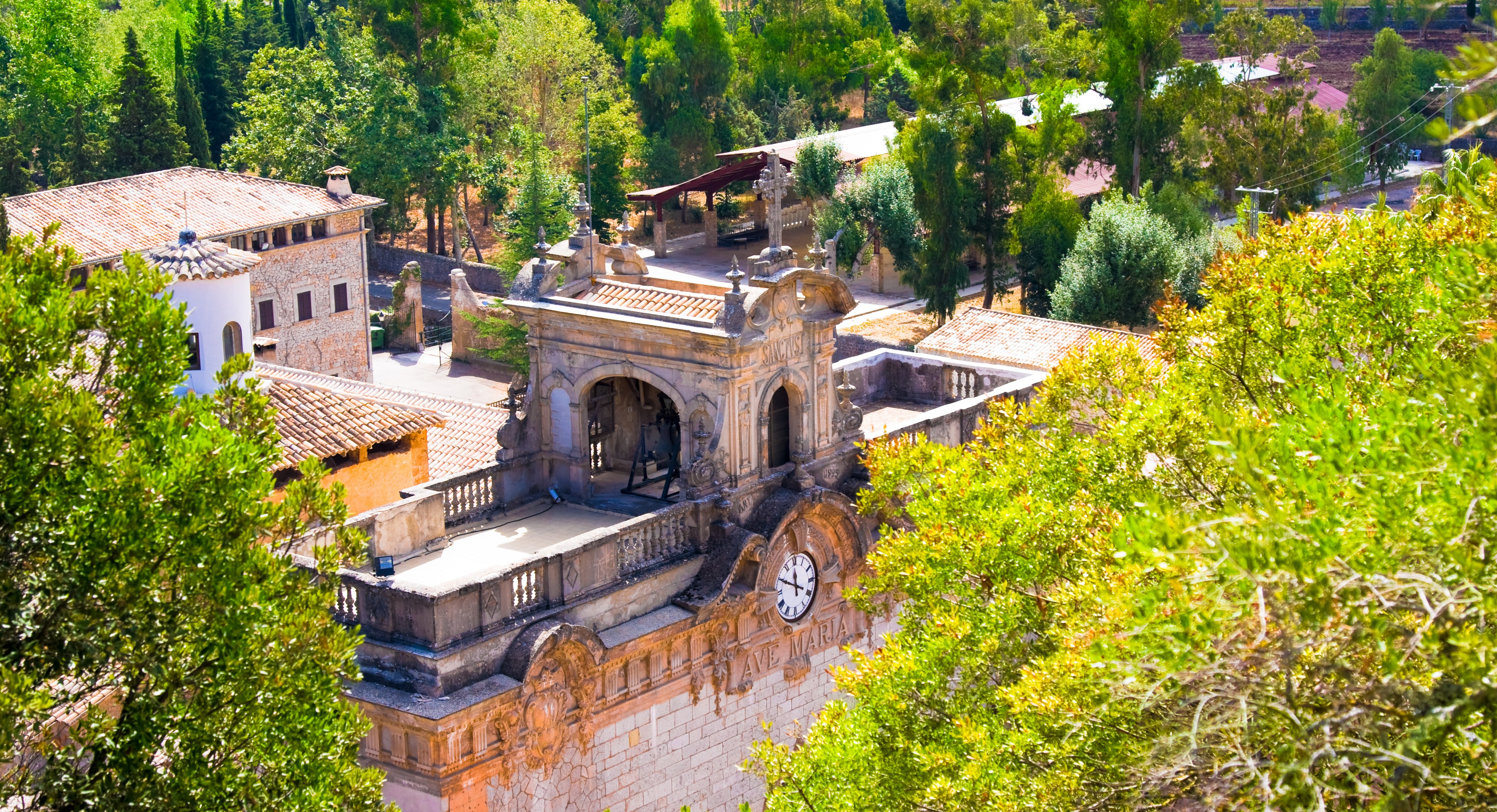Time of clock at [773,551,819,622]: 11:49
